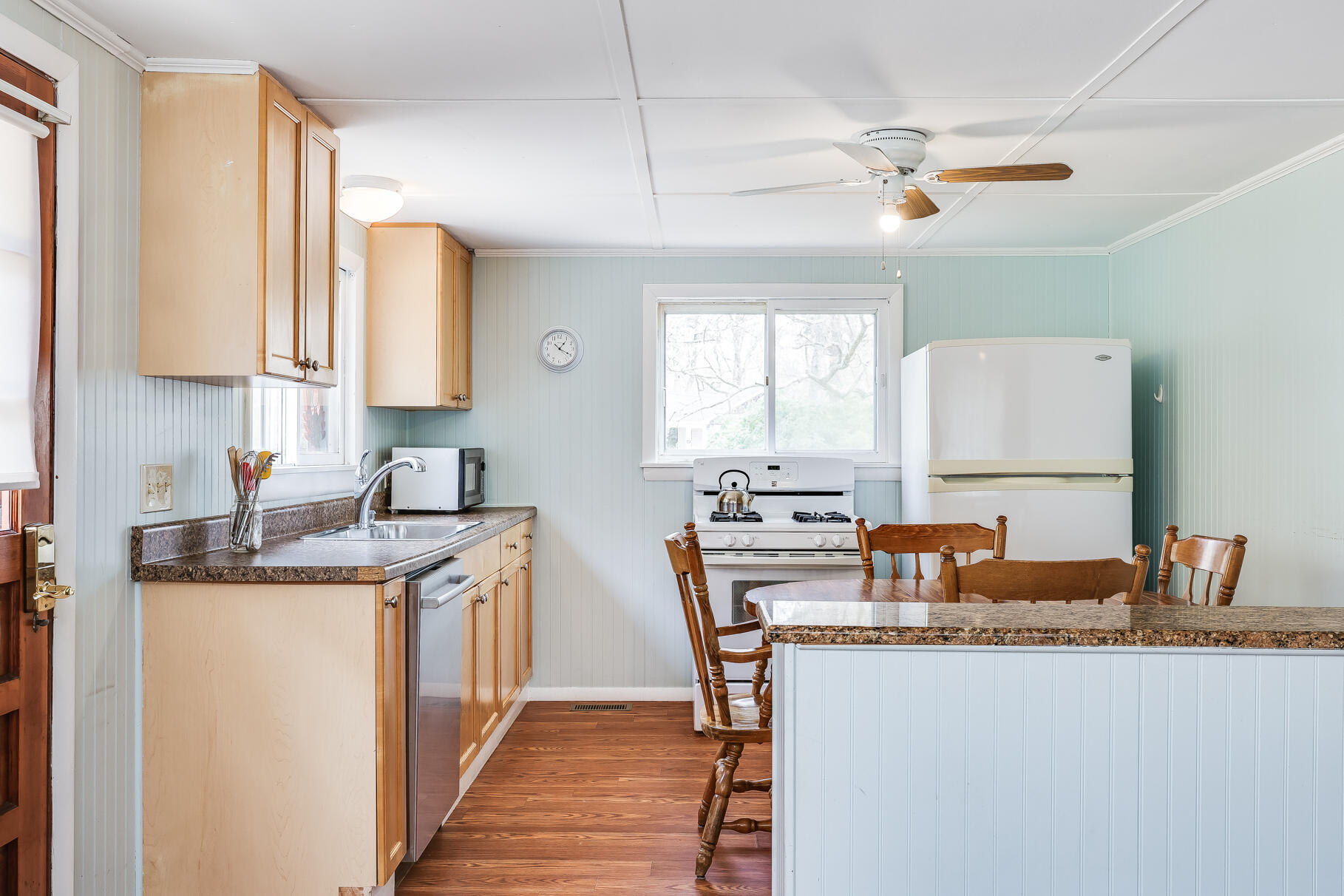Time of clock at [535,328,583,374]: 1:19
